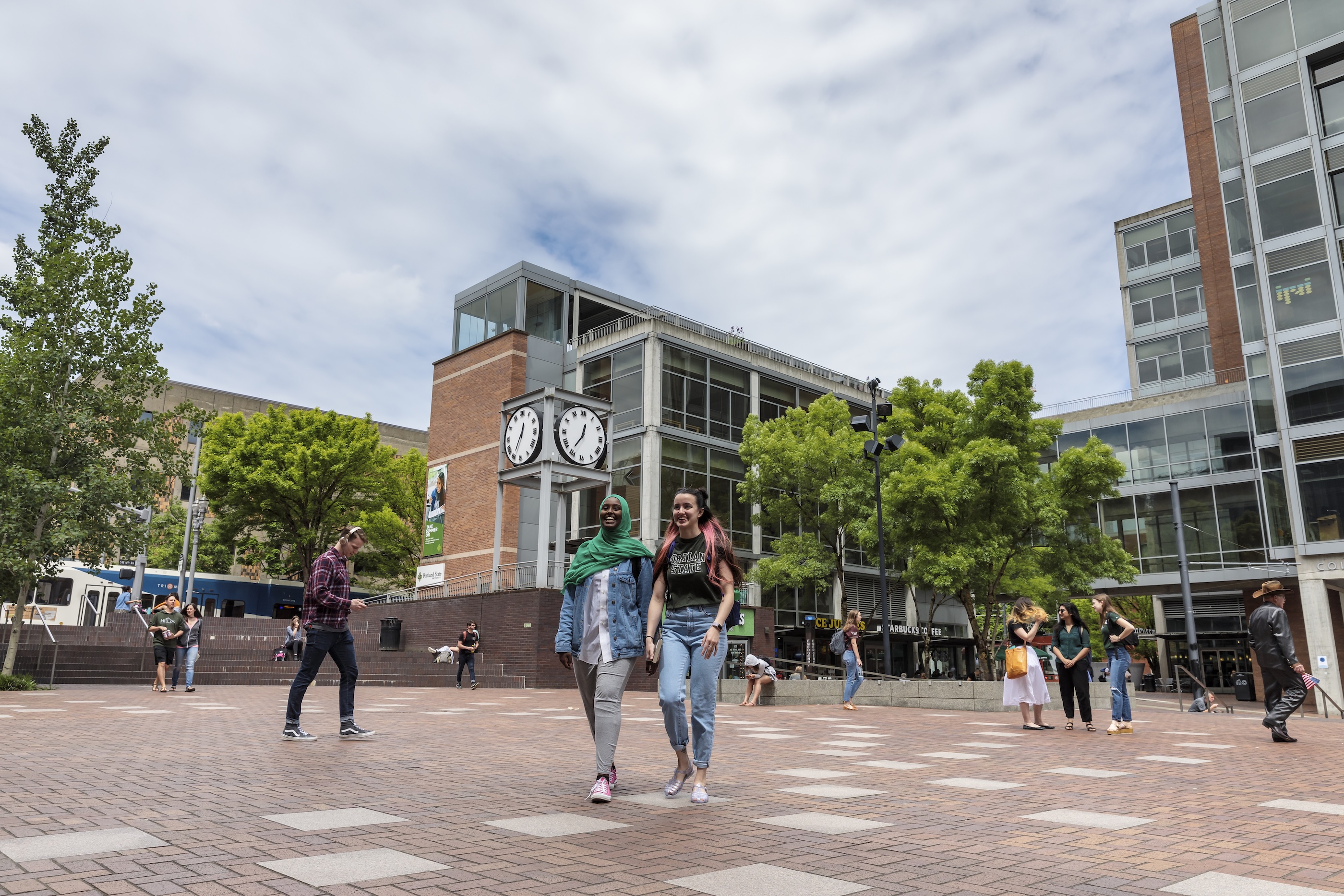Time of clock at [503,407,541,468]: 12:34
